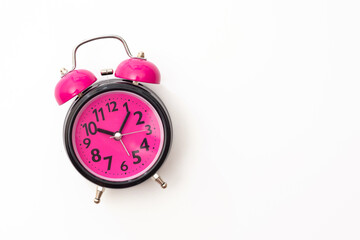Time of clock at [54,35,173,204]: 10:06
